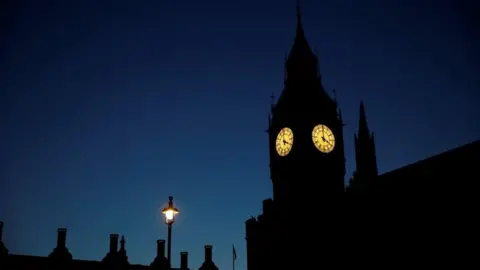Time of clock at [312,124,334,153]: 4:00
